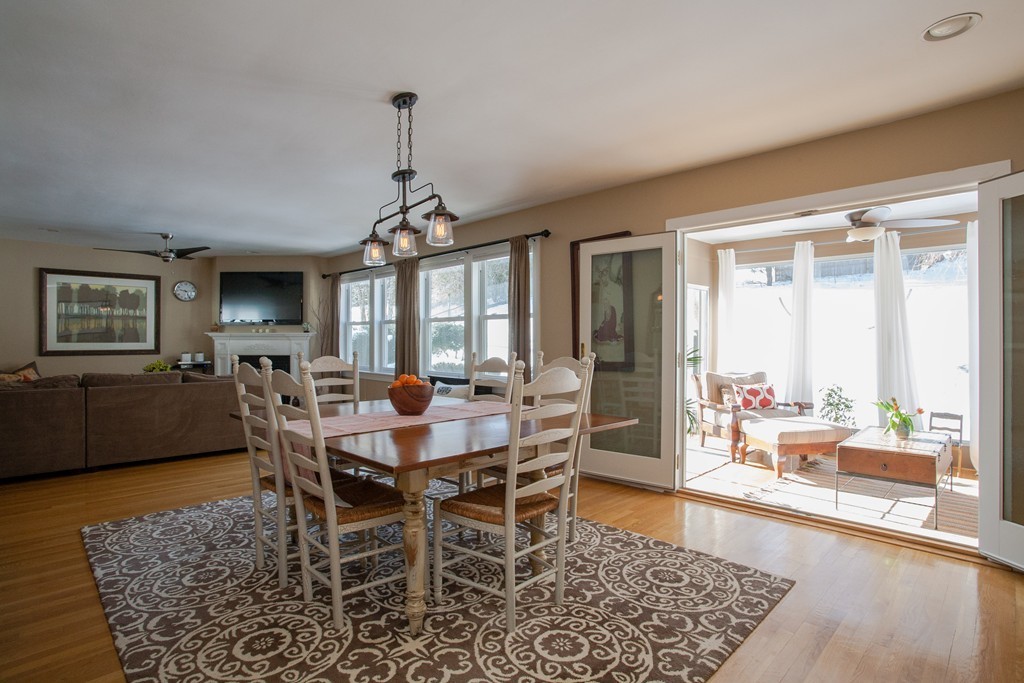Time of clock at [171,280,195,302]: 9:25
